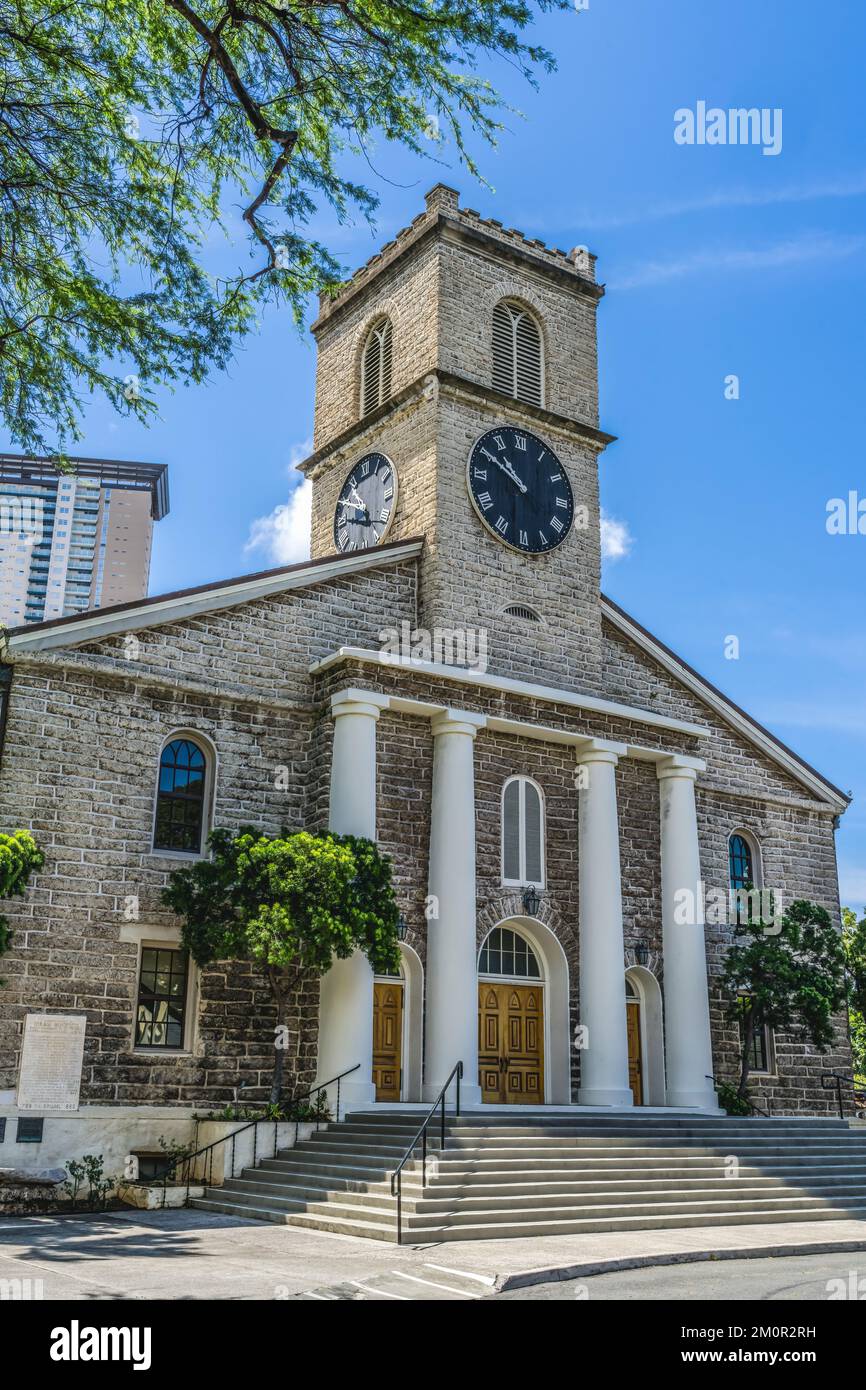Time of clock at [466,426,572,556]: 10:50
